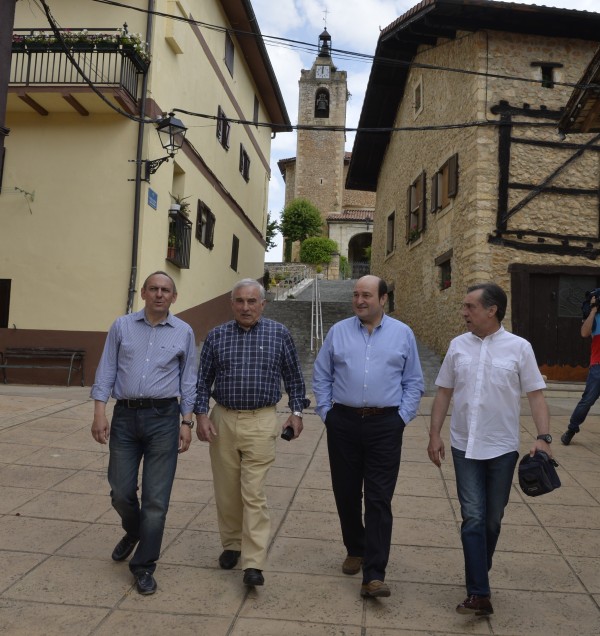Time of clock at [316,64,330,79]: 12:00
